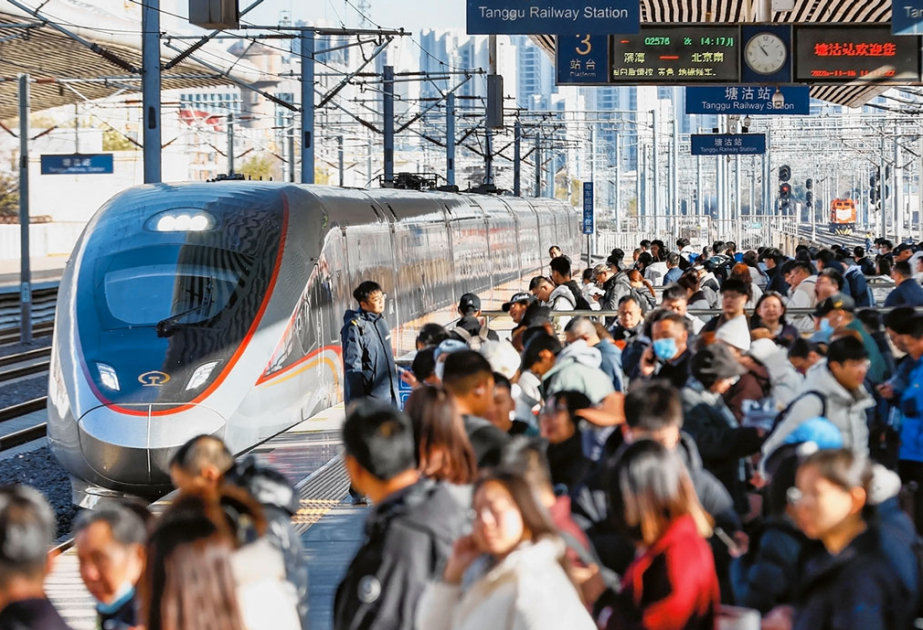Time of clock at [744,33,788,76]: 10:53
